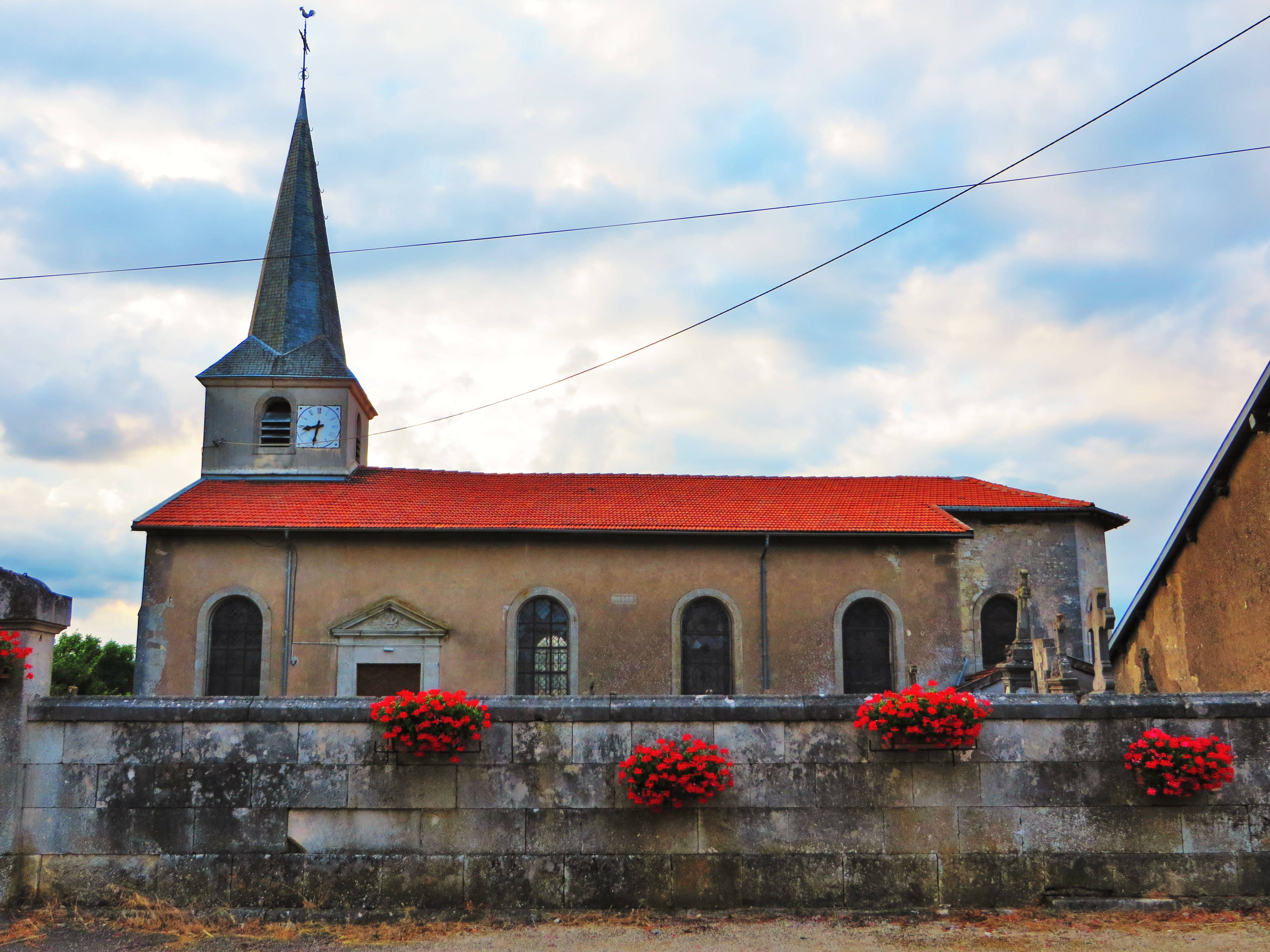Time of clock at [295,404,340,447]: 8:32
